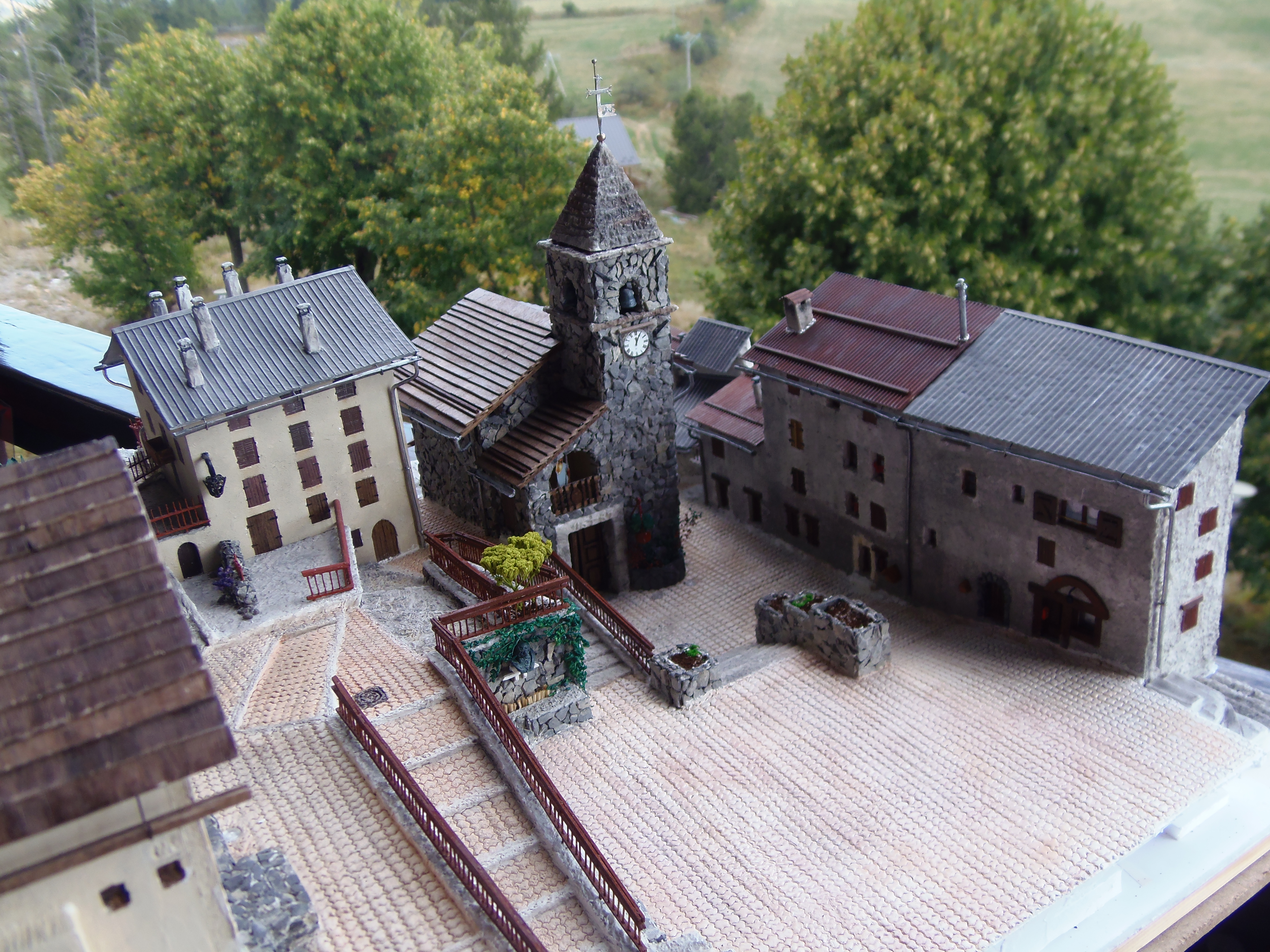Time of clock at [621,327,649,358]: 12:04
